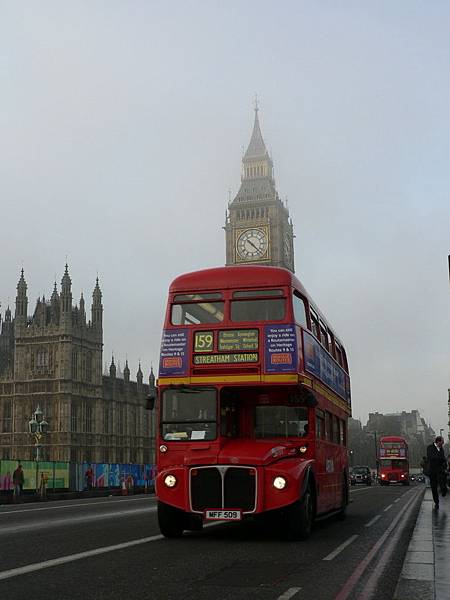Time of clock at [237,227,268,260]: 10:22
